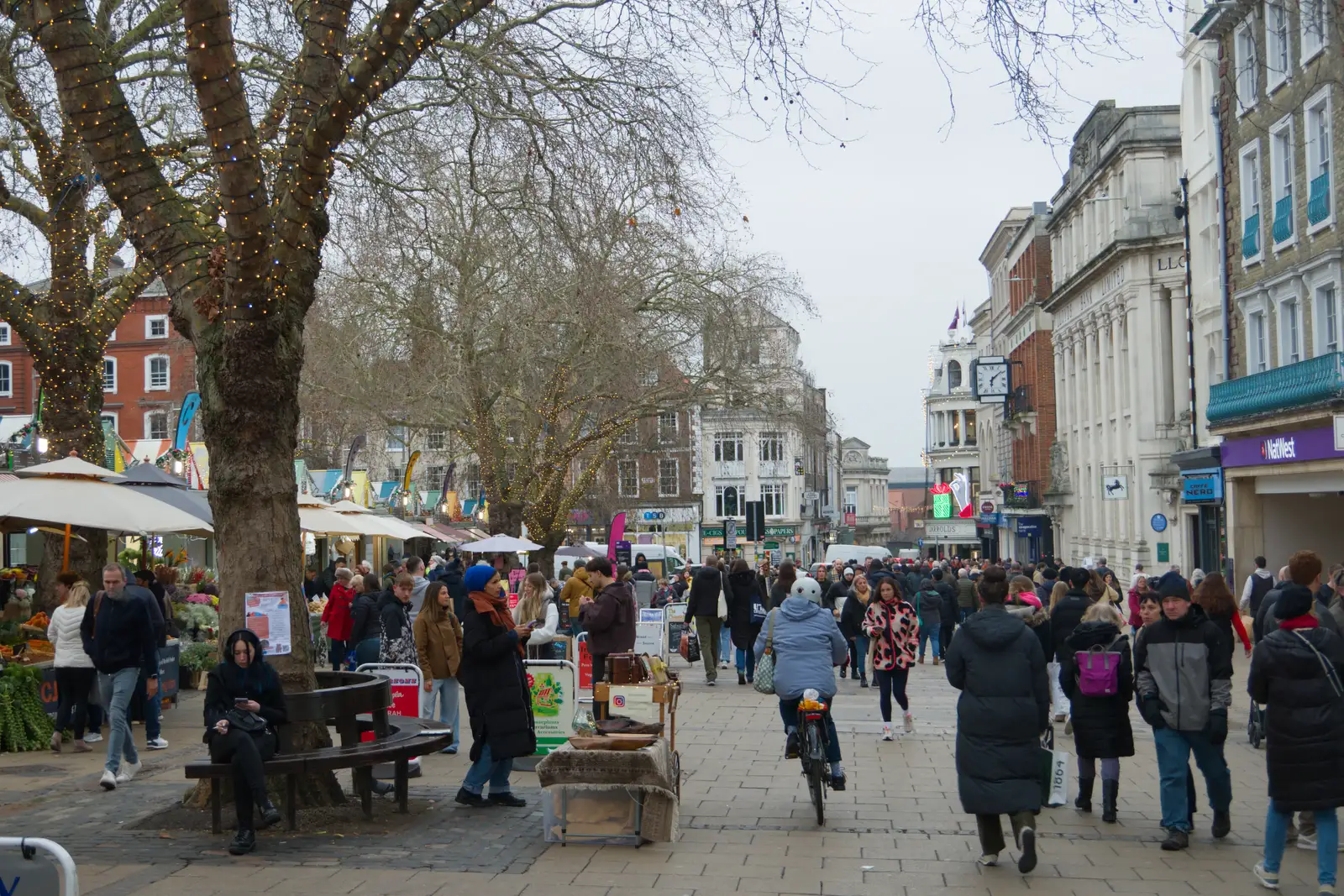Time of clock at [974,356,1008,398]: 6:08
